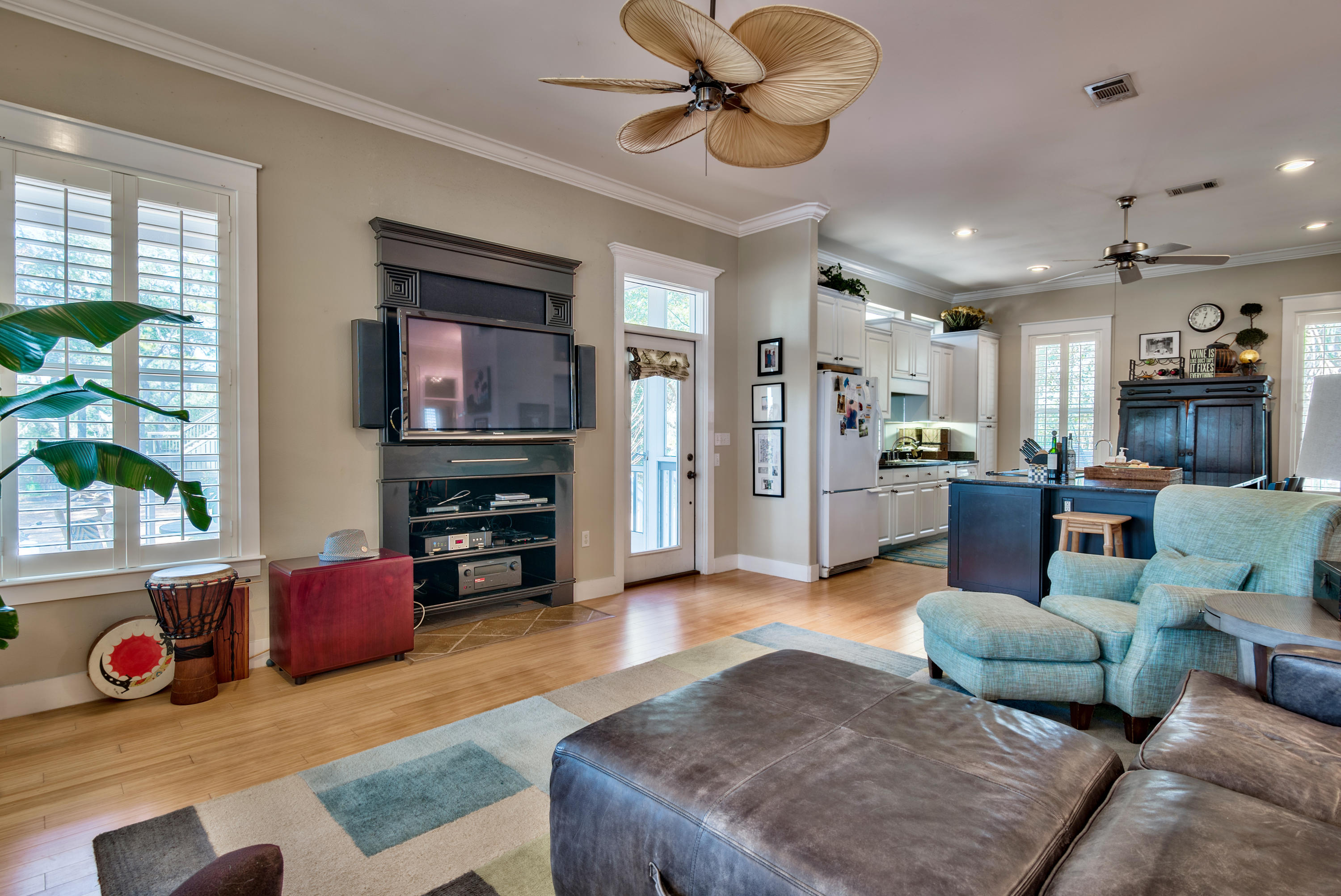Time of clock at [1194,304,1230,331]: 12:32
